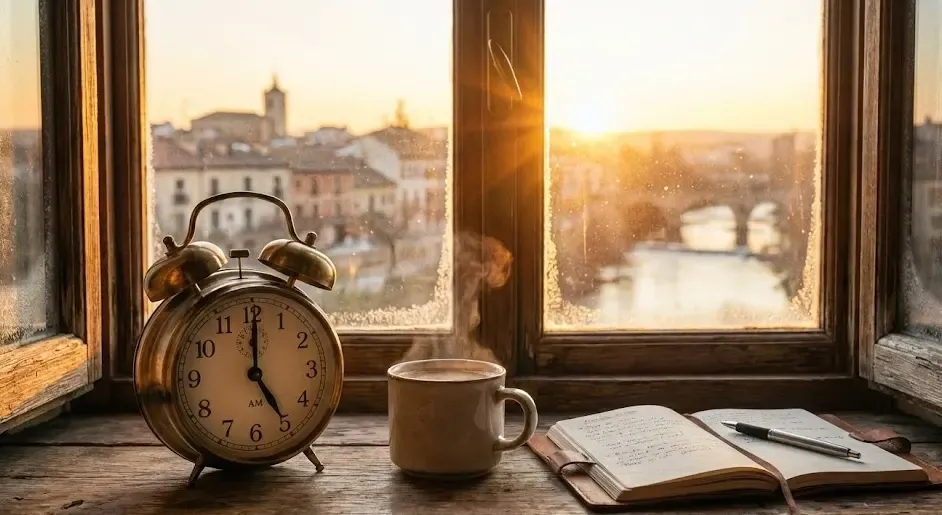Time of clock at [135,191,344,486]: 5:00
